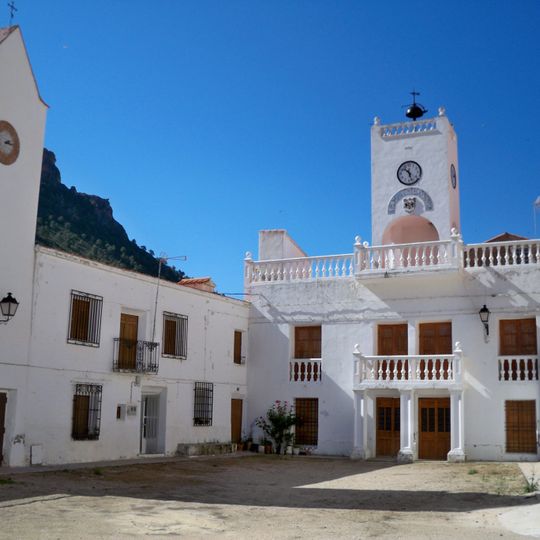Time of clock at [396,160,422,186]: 10:26
